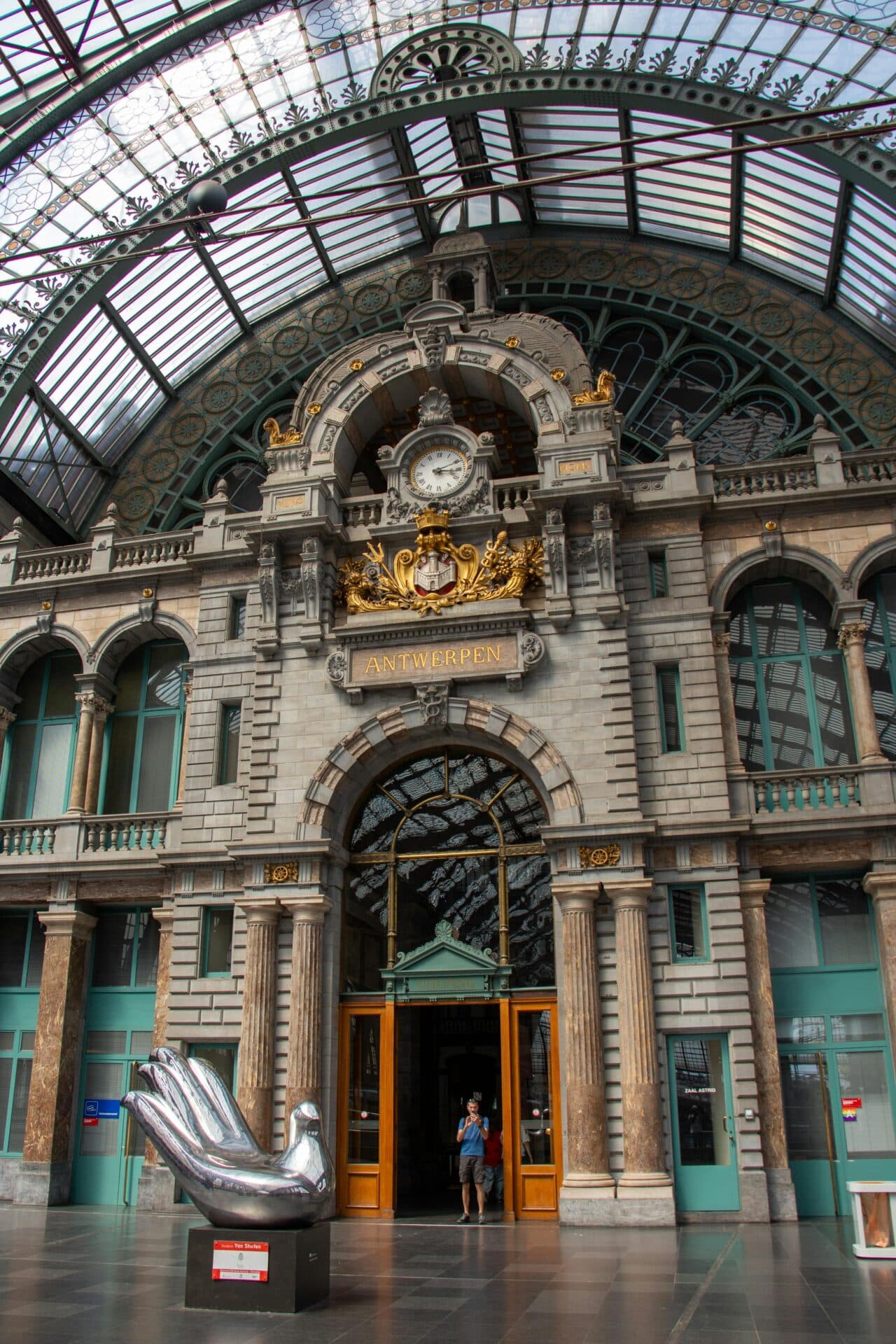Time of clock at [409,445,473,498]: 3:11
